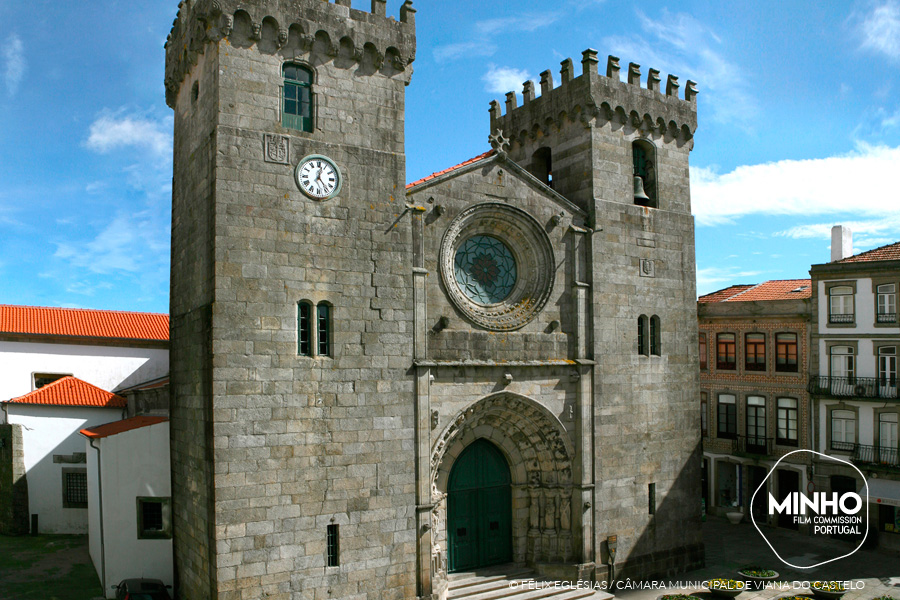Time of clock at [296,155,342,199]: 12:23
